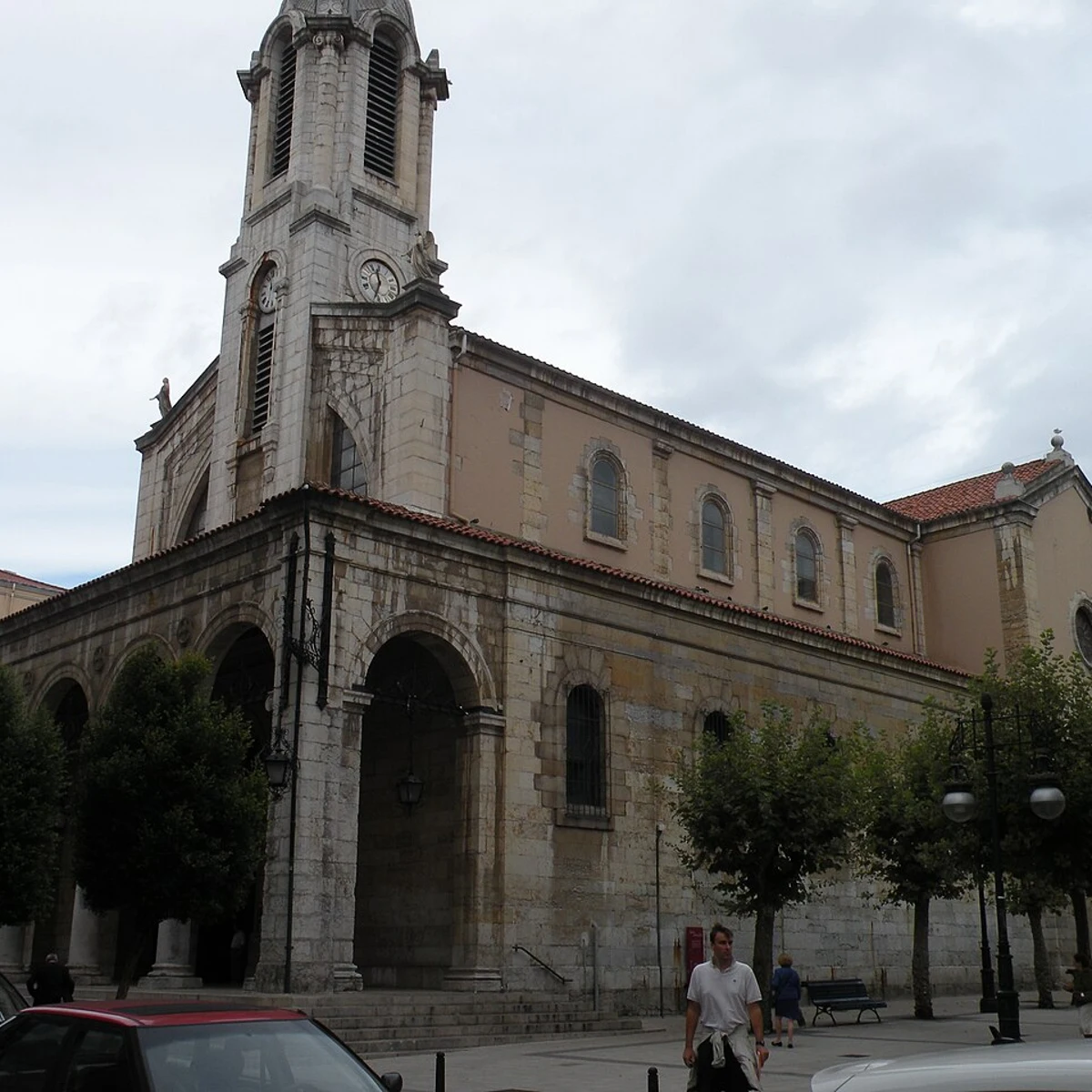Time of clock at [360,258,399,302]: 11:33
